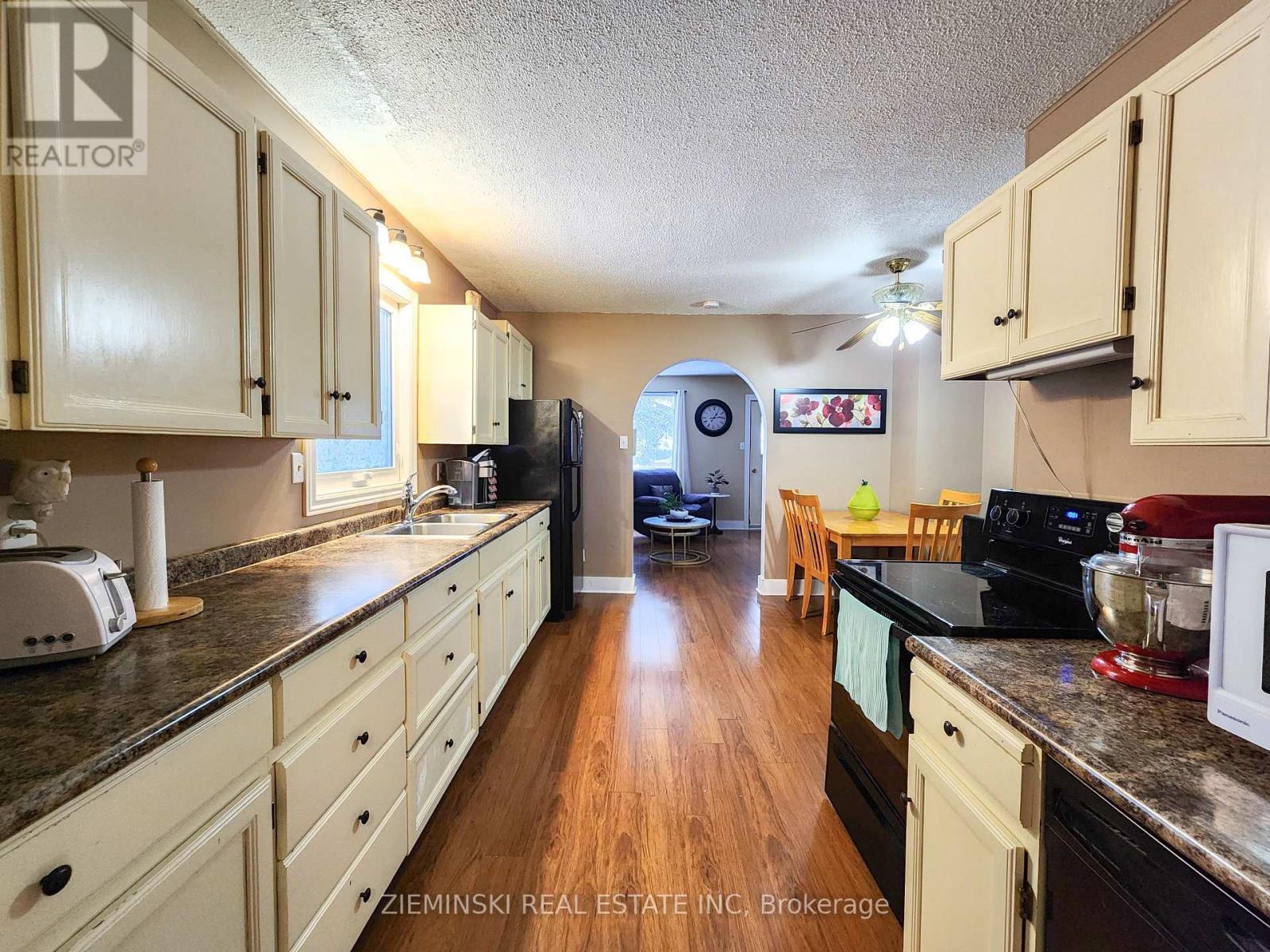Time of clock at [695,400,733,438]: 1:13
